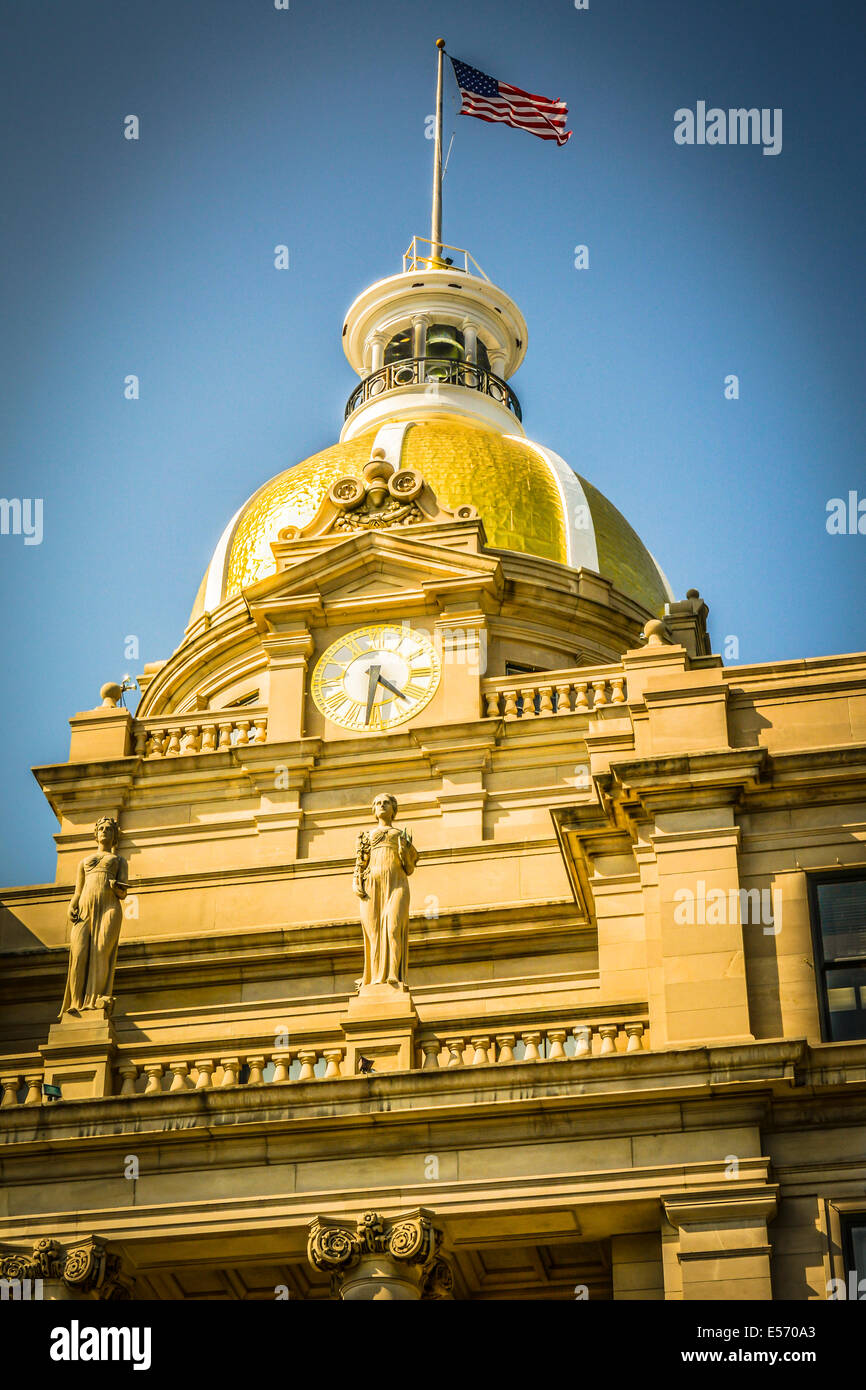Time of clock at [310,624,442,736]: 4:31
